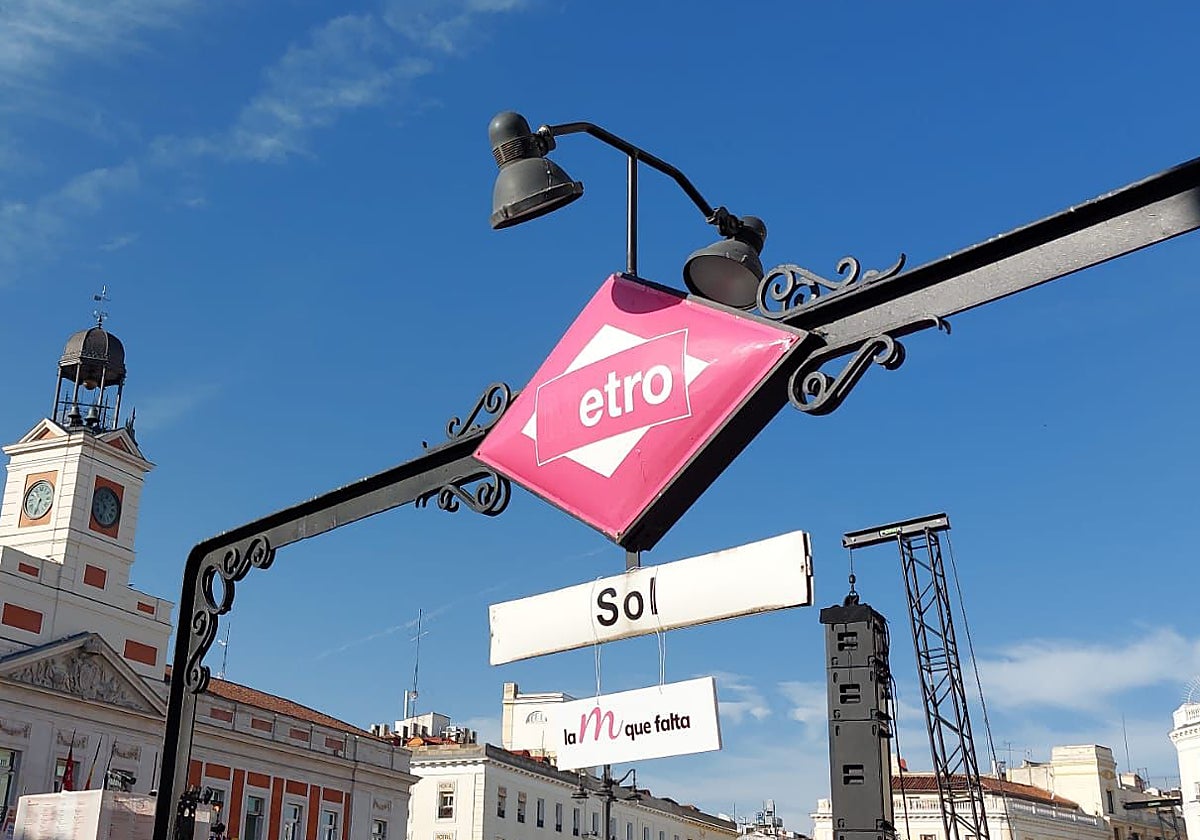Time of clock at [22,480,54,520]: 6:32
